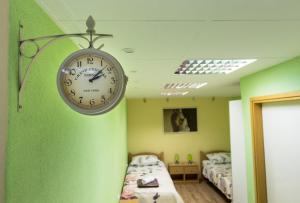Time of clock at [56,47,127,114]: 2:07
